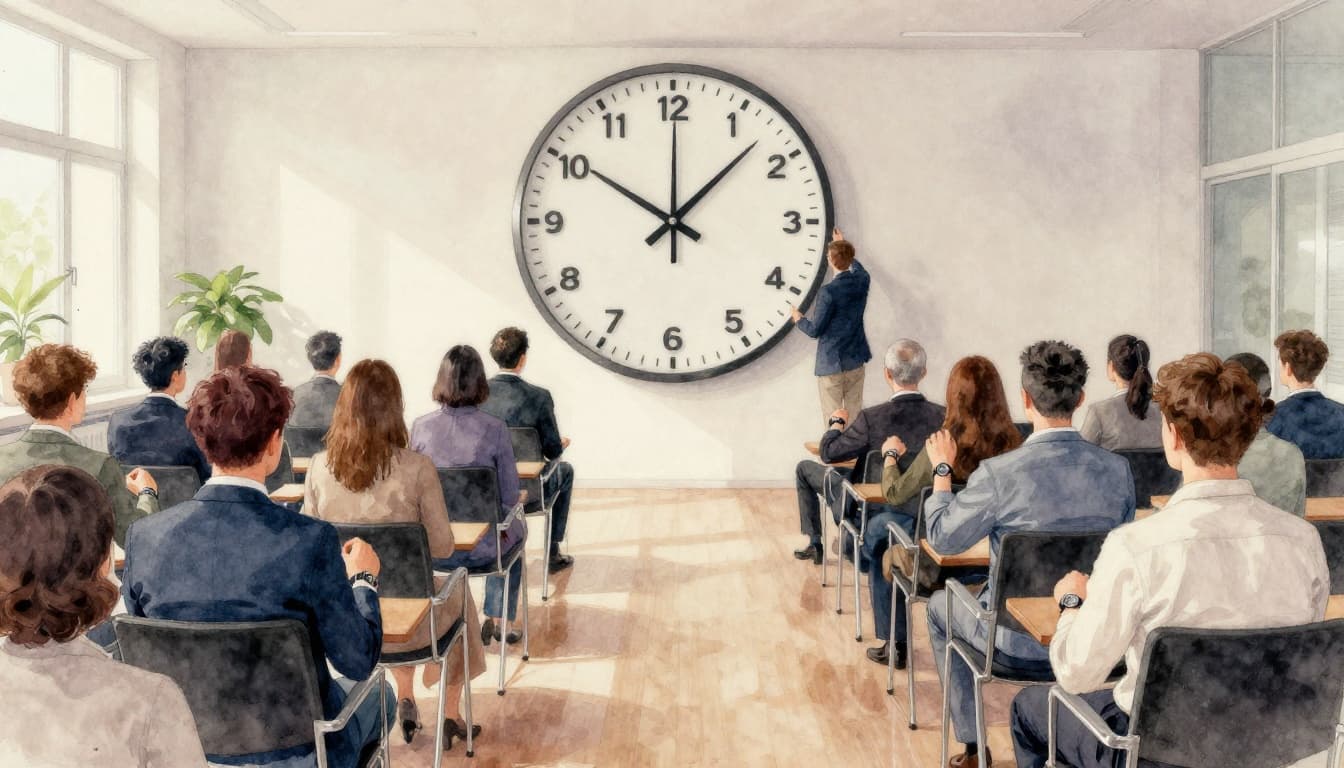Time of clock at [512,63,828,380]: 10:07
